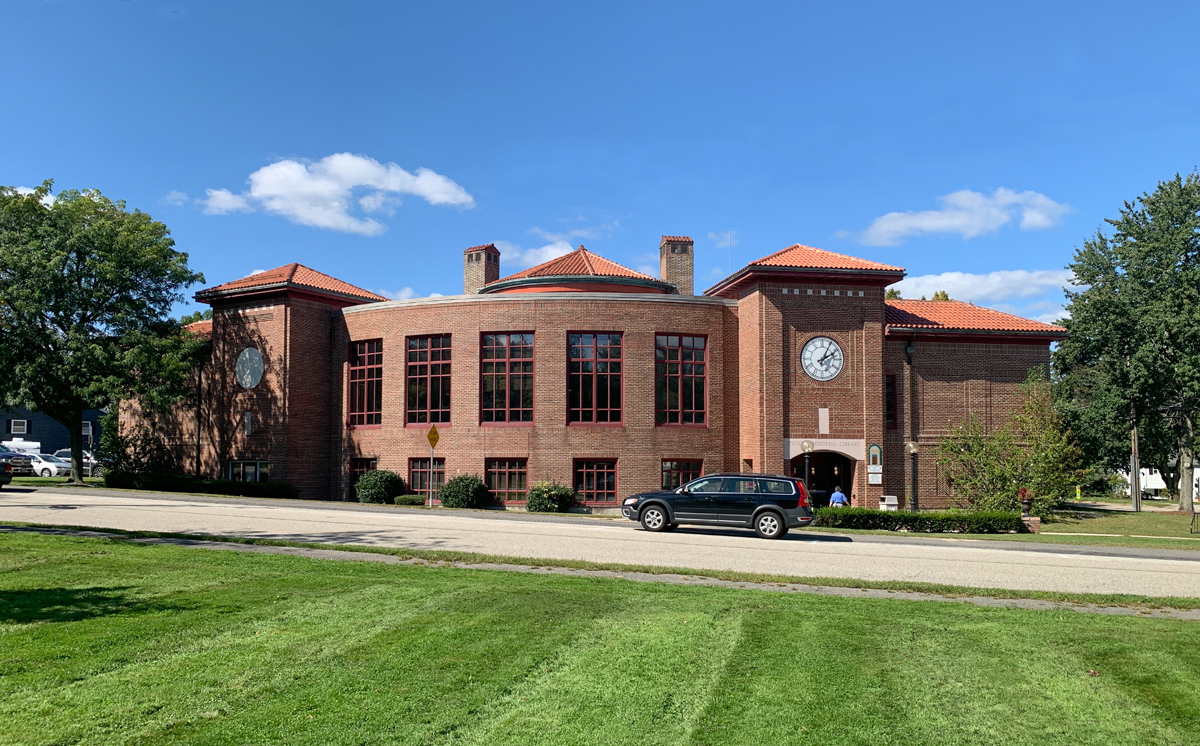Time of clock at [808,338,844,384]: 2:04
